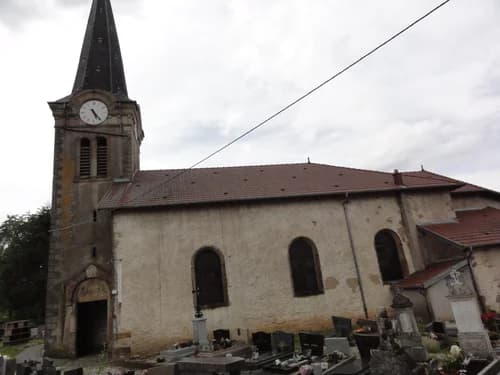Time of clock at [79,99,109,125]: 5:24
